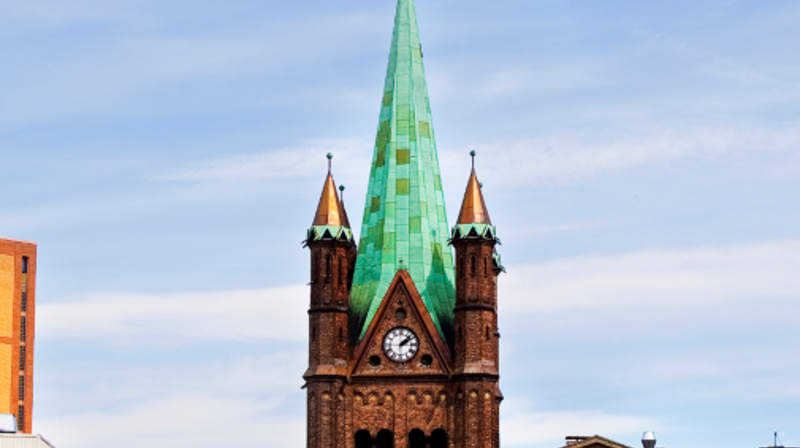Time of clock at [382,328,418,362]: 2:07
